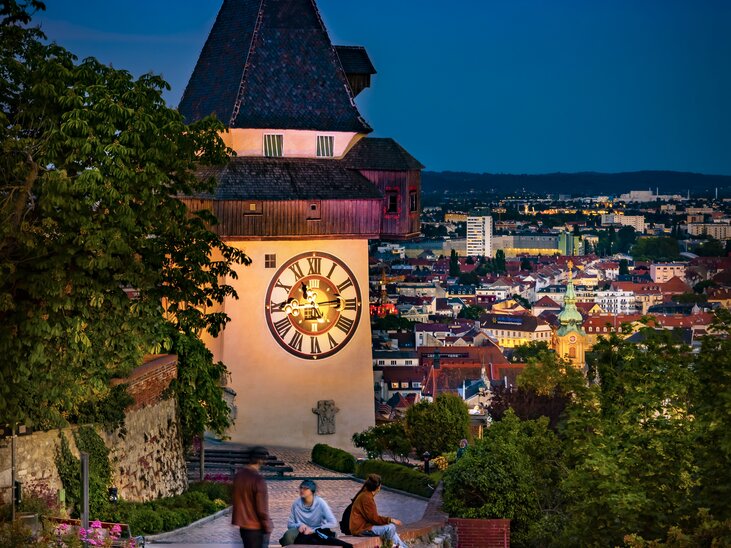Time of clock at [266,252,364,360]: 11:13
